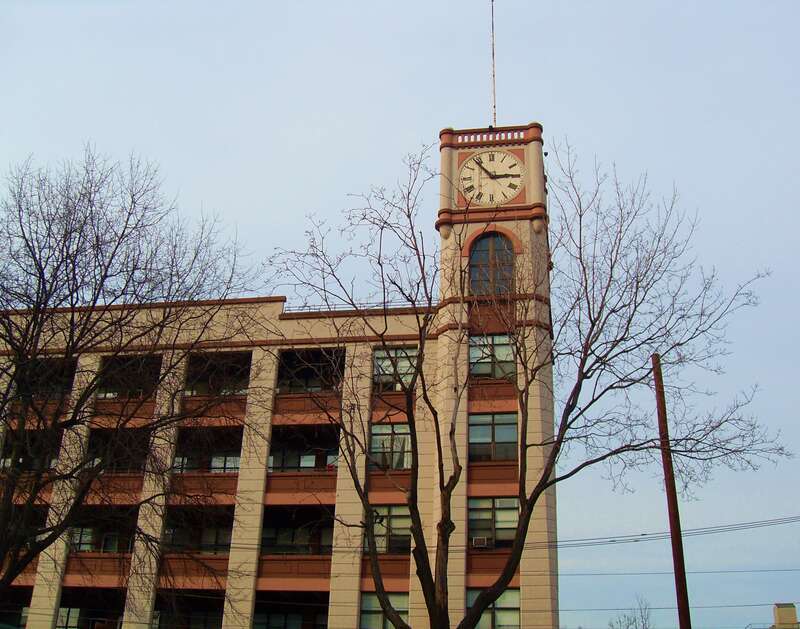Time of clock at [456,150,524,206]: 2:53
